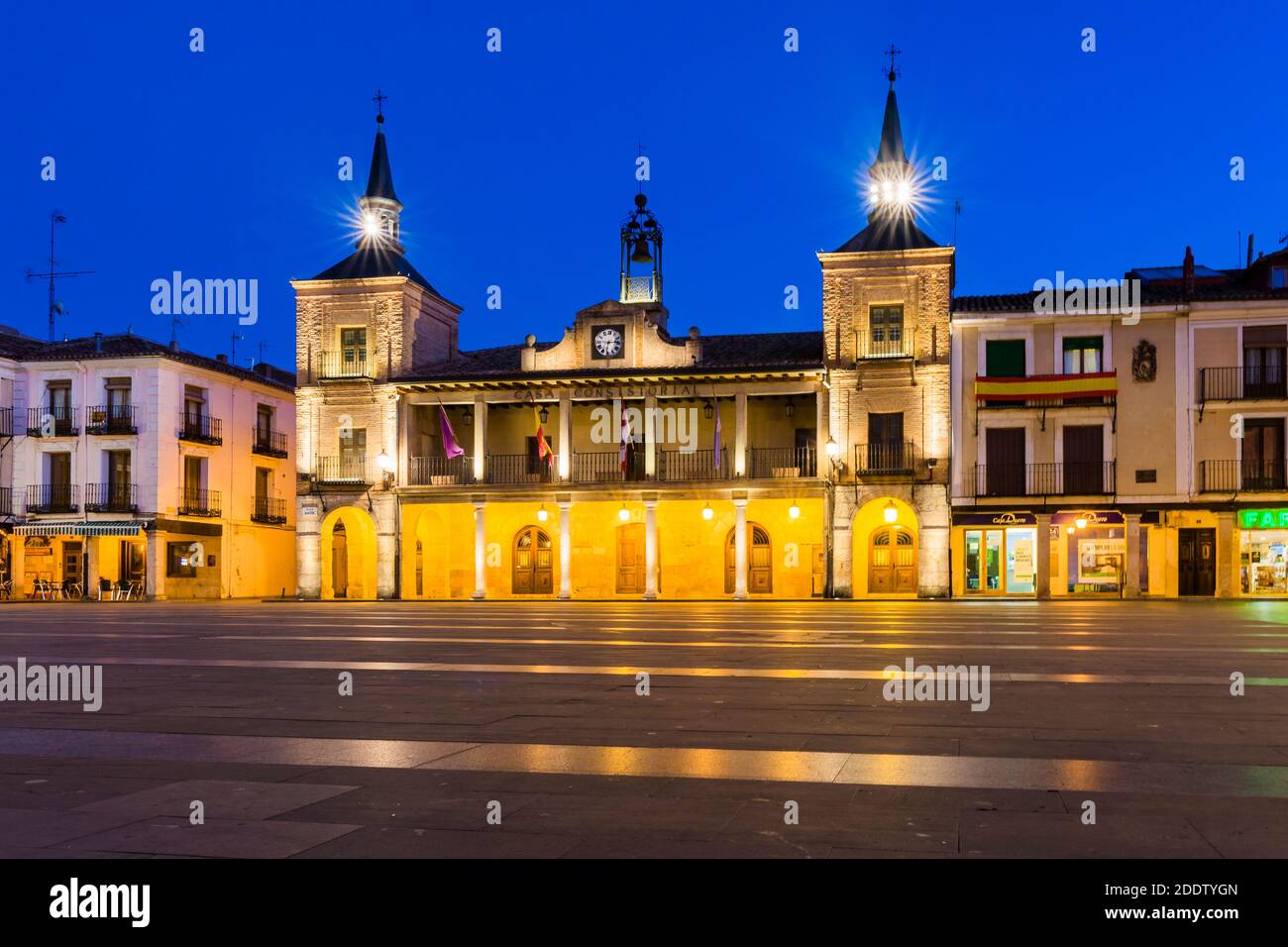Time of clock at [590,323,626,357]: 6:13
